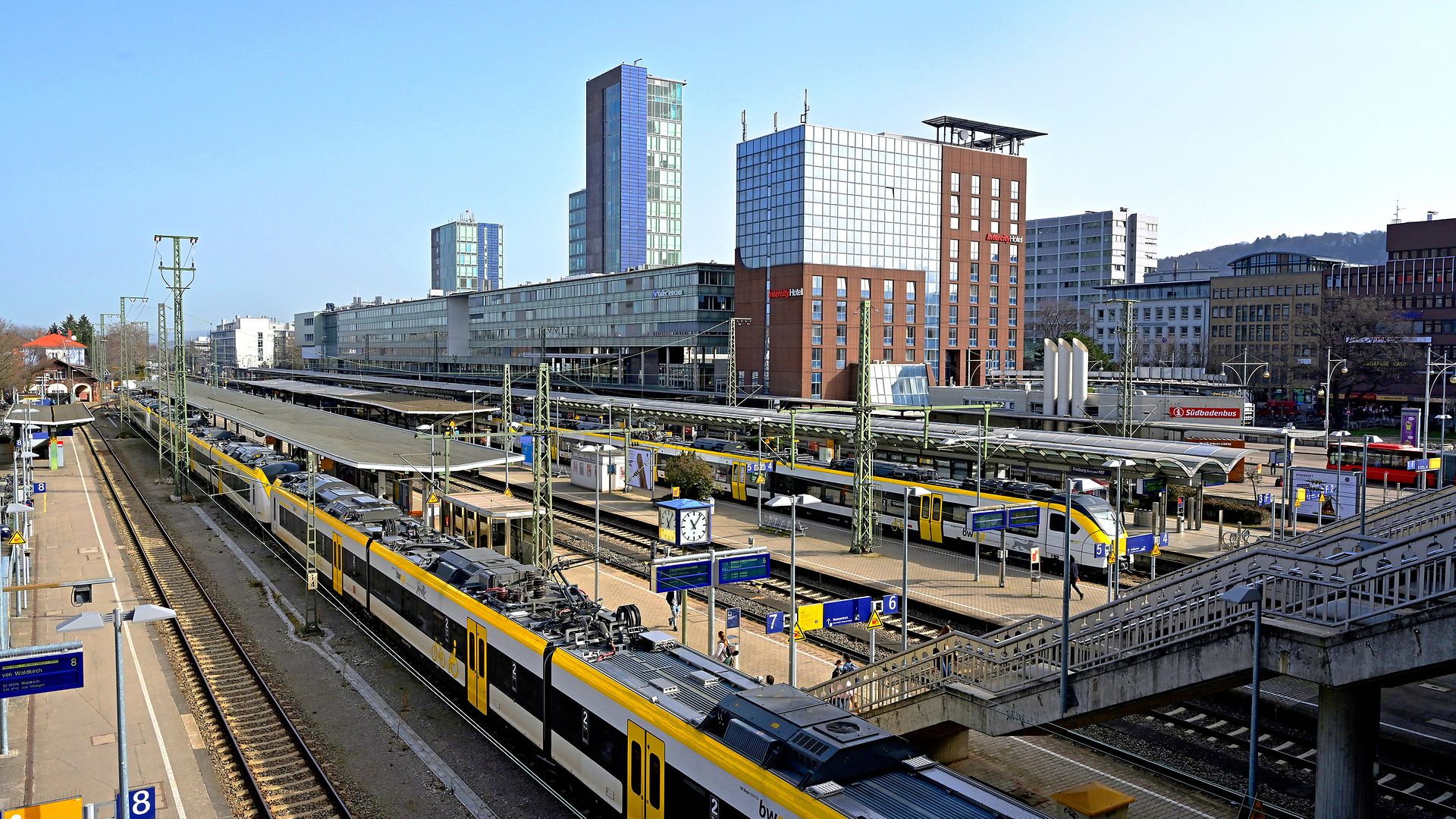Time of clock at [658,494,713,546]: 11:06
